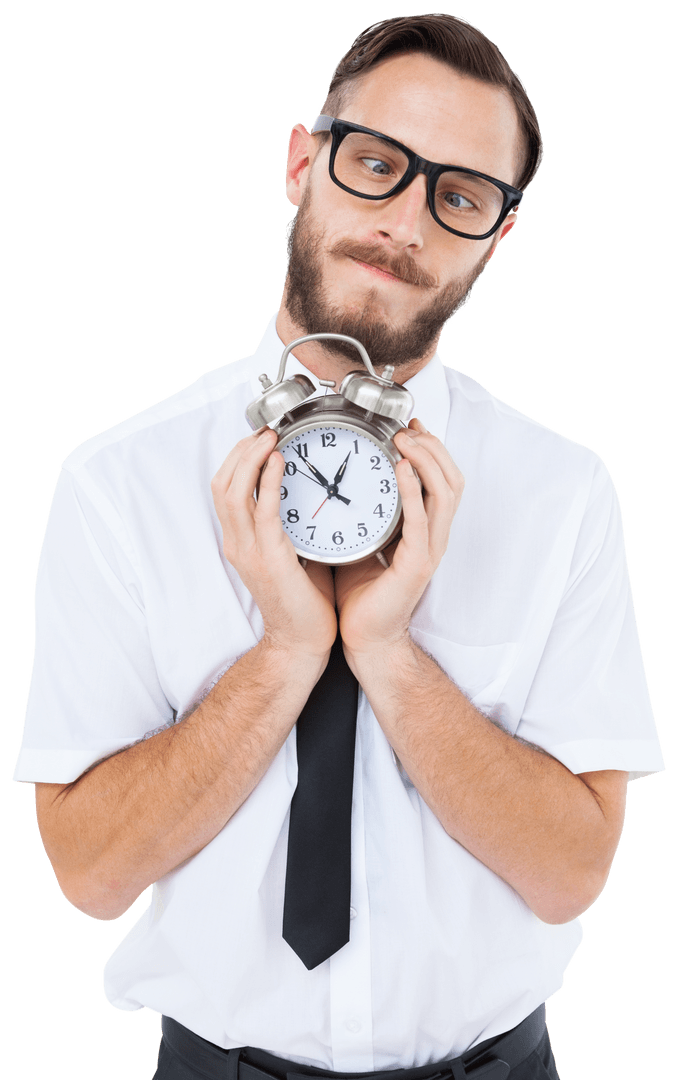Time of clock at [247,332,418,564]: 12:53
